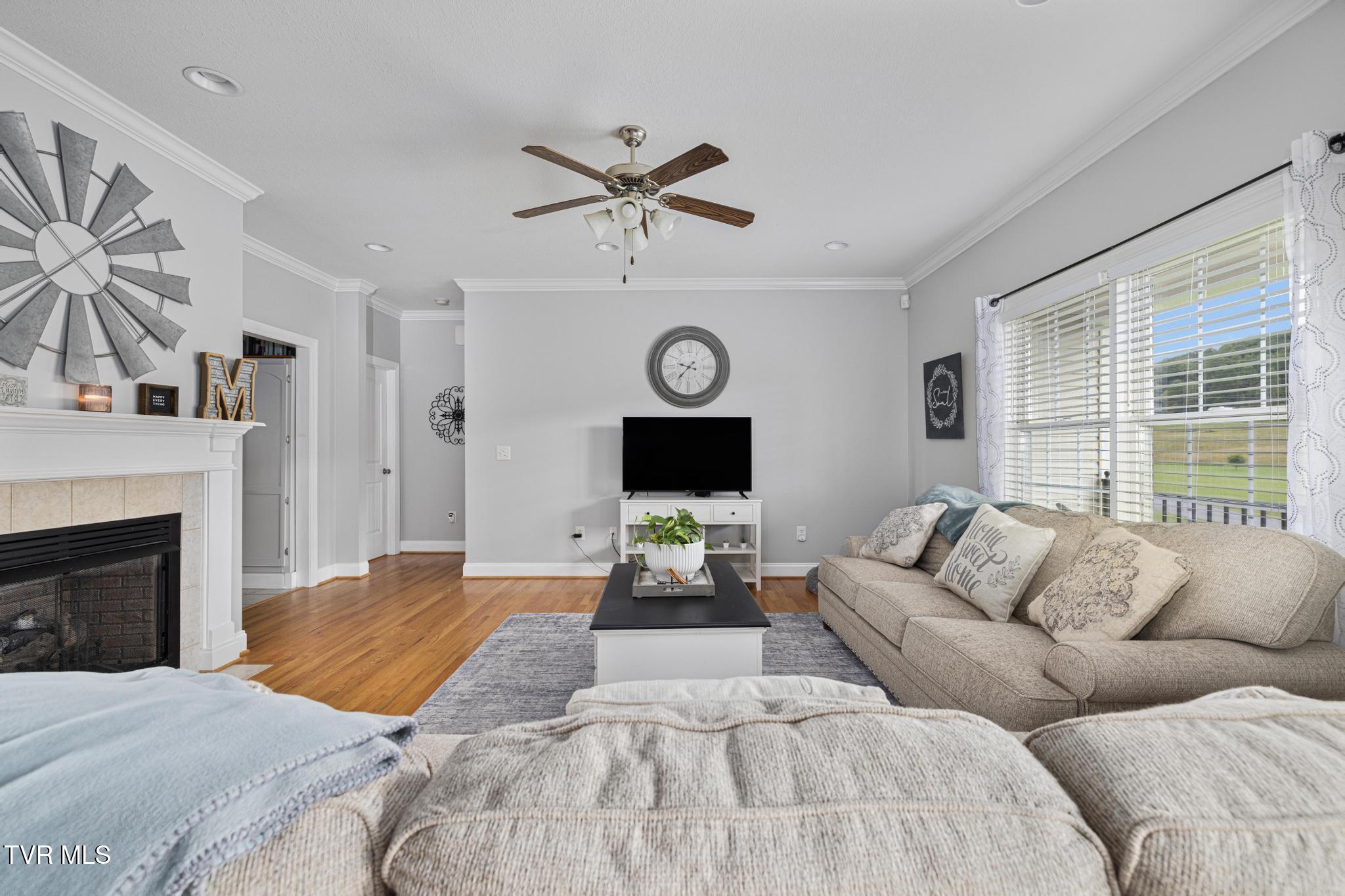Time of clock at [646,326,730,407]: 9:36
